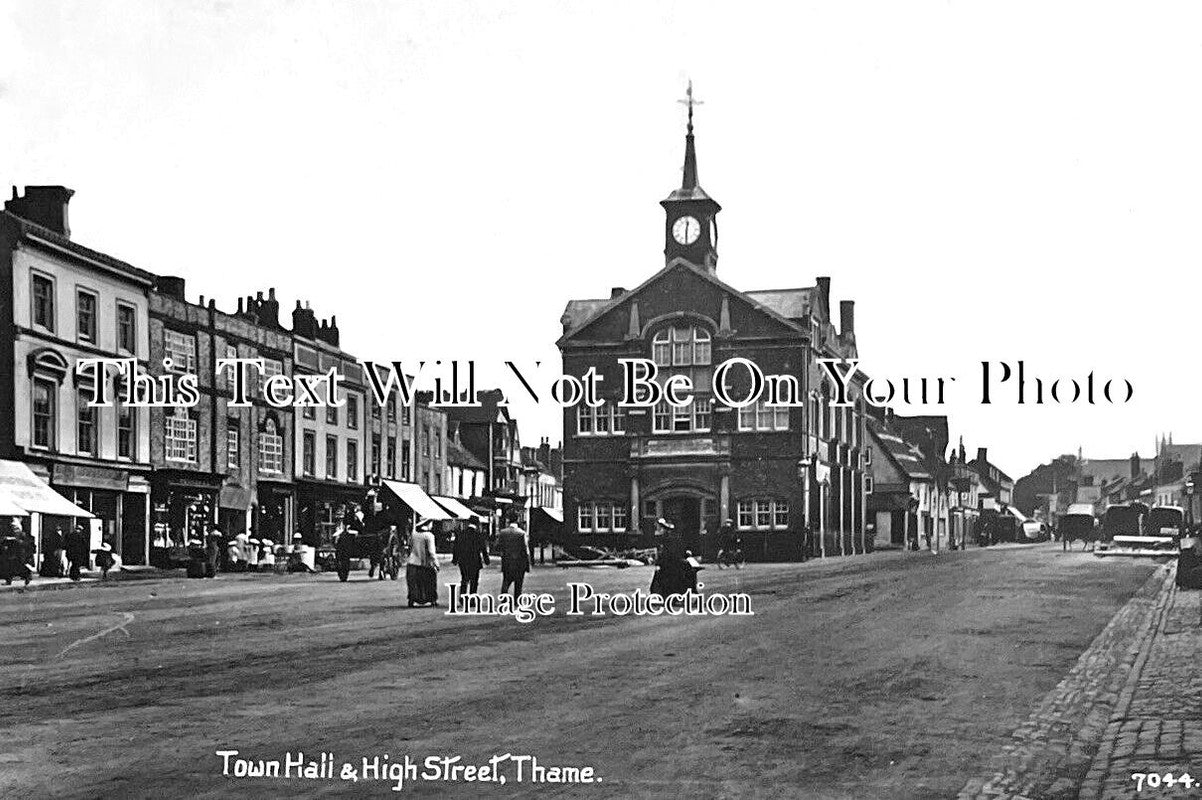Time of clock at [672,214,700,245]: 12:30
